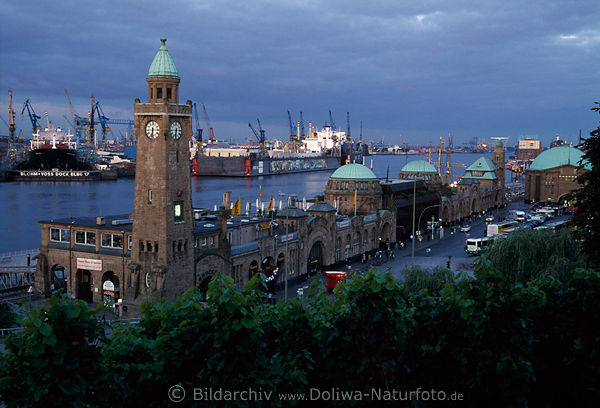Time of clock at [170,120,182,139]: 6:32
